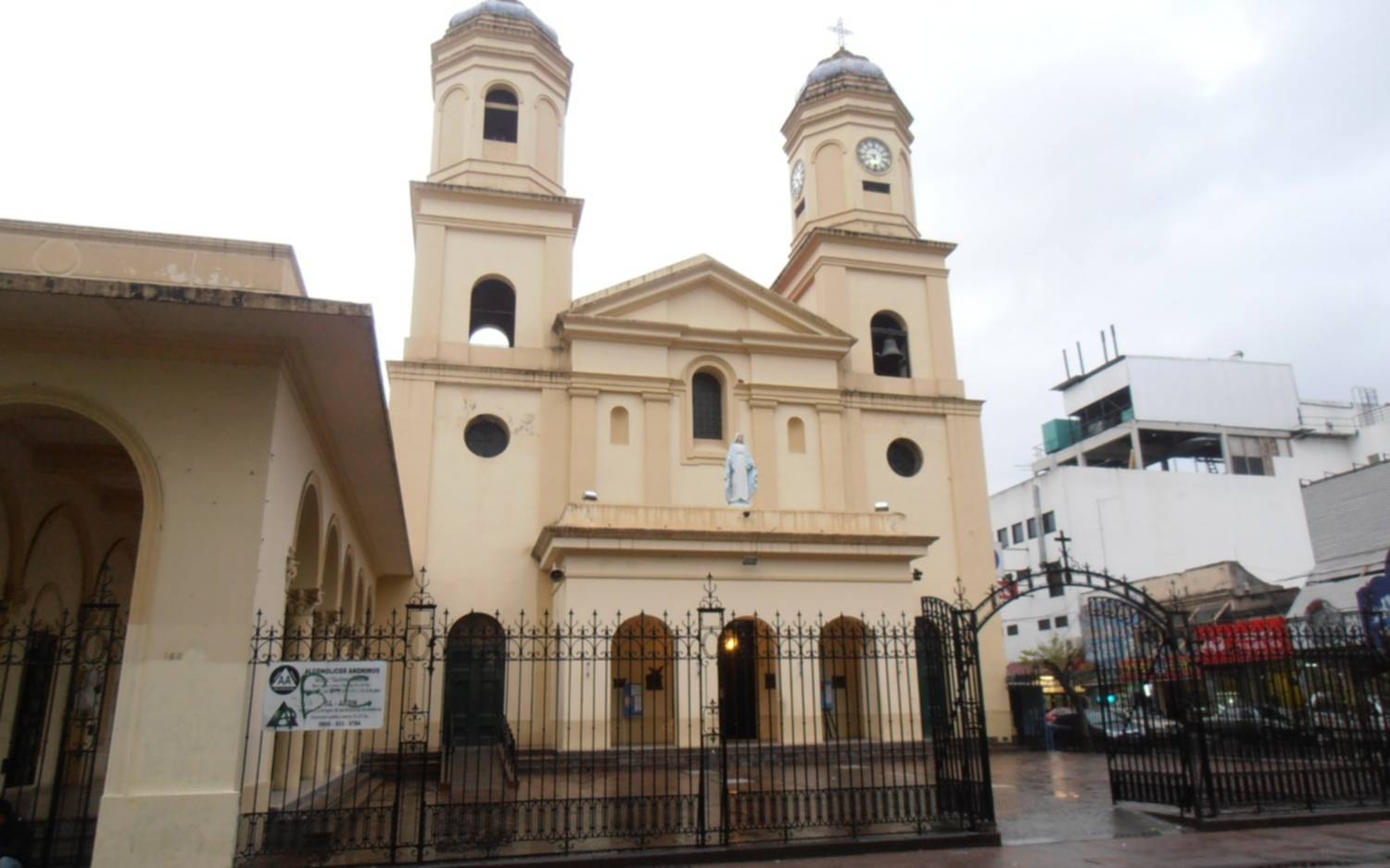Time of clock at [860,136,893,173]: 5:40
